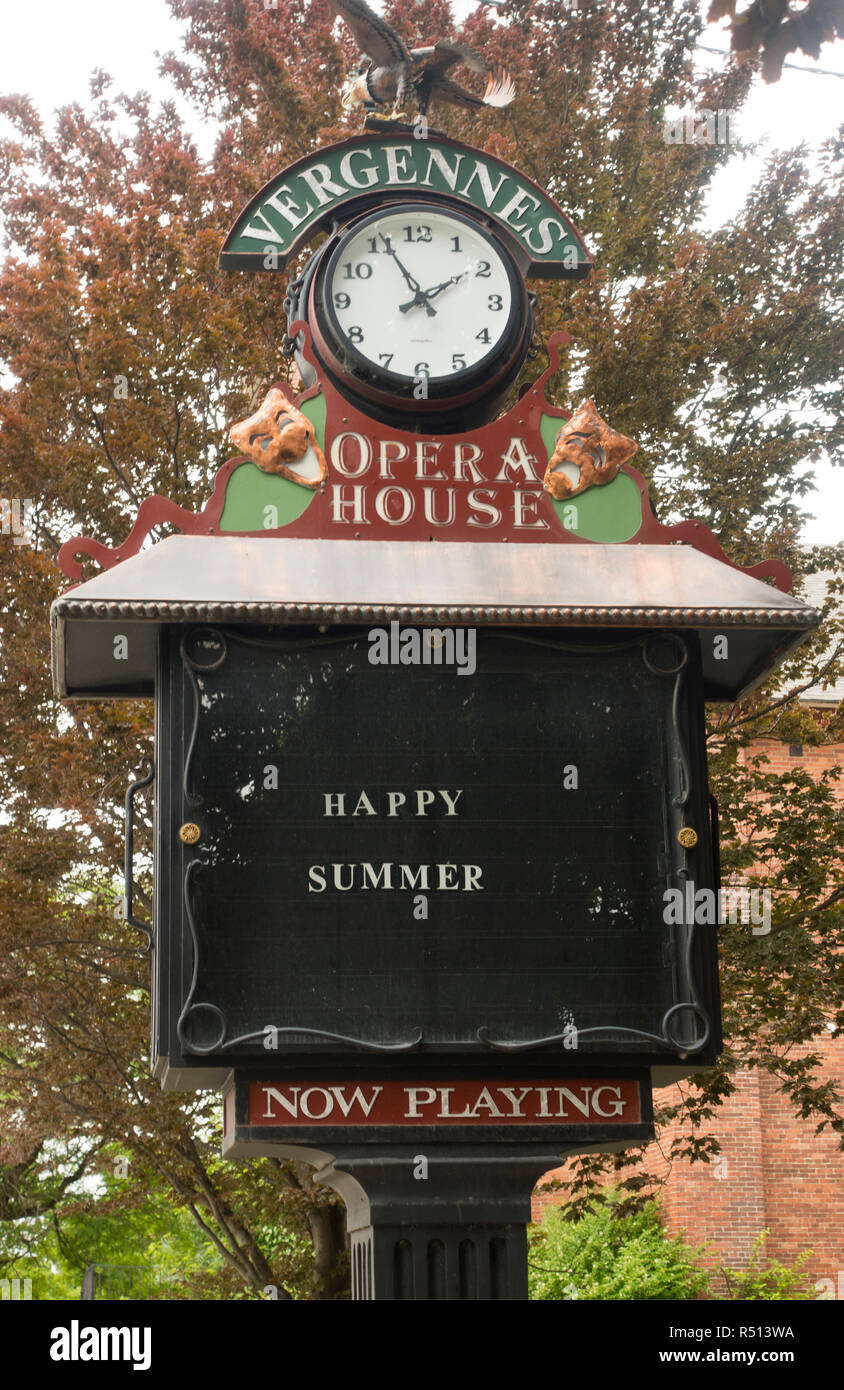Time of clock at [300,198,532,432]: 1:55
